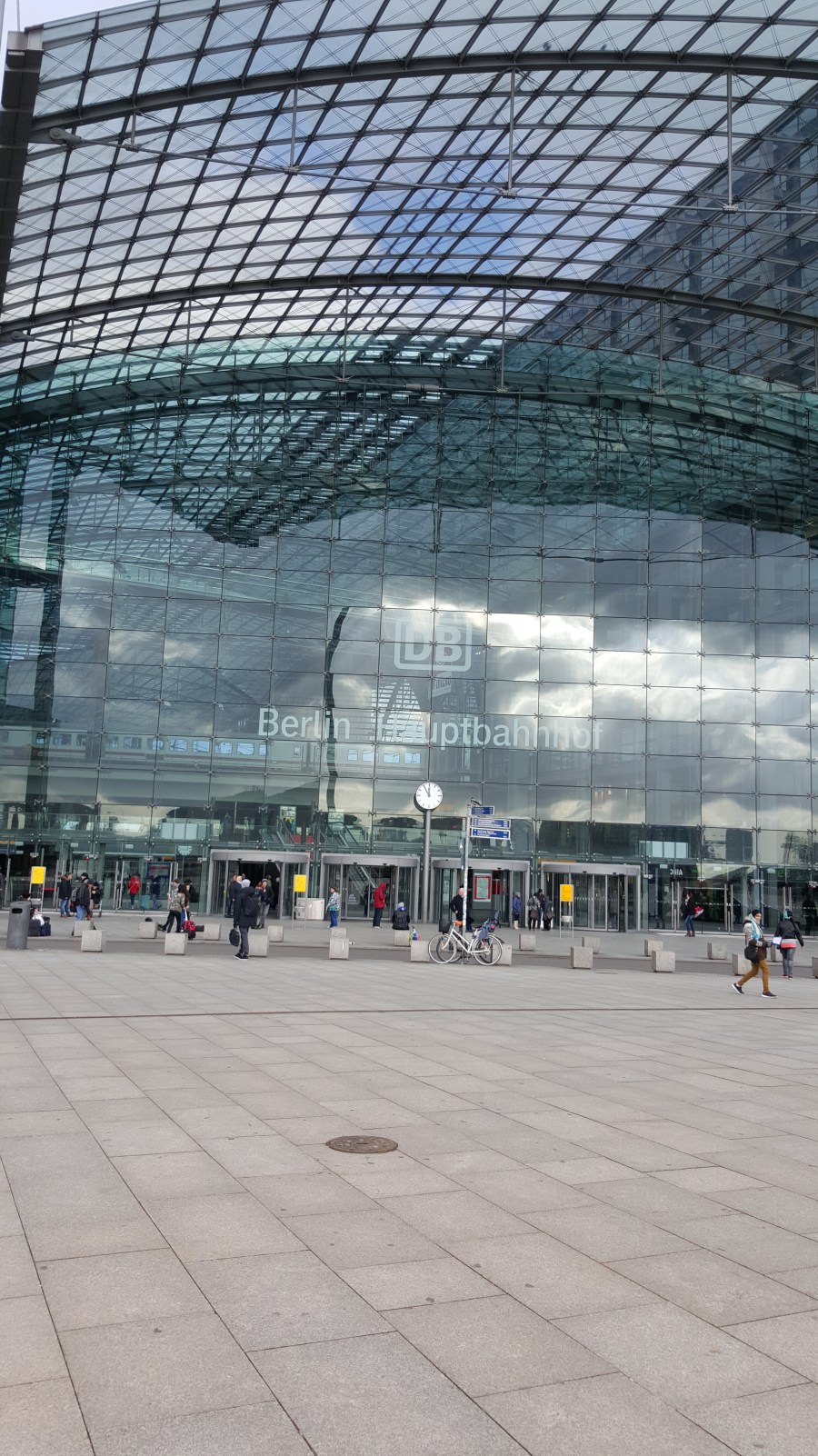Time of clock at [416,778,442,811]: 11:54
